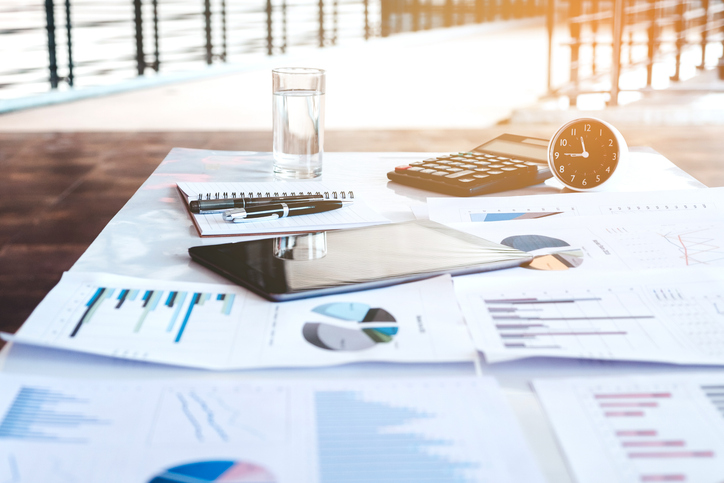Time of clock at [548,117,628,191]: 8:57
